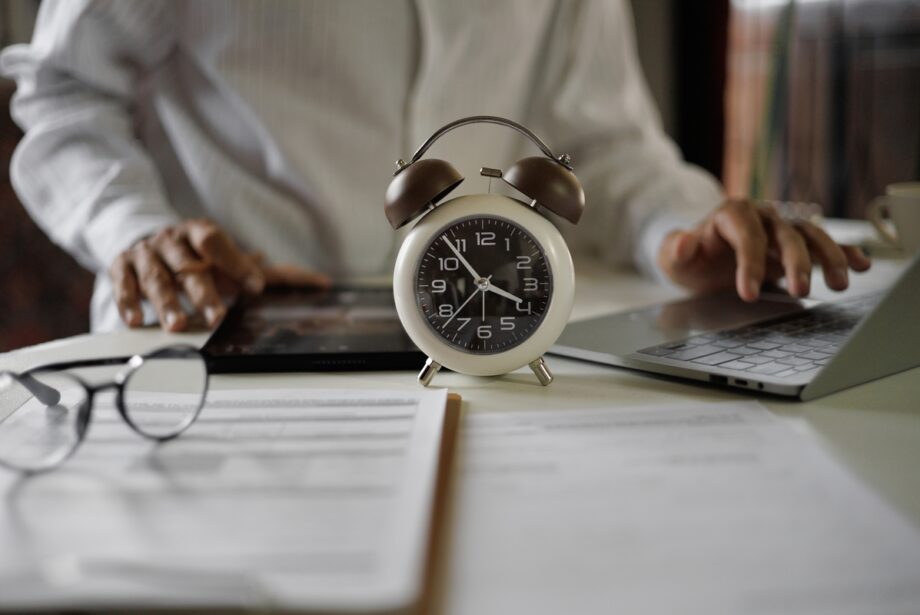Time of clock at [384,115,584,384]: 3:53
